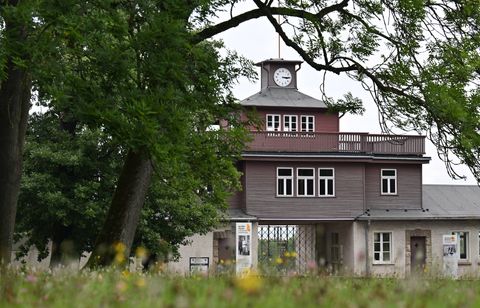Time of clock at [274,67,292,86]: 3:14
